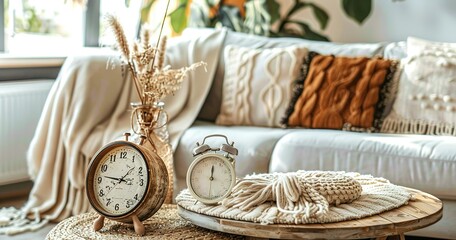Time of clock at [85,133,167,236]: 1:46
